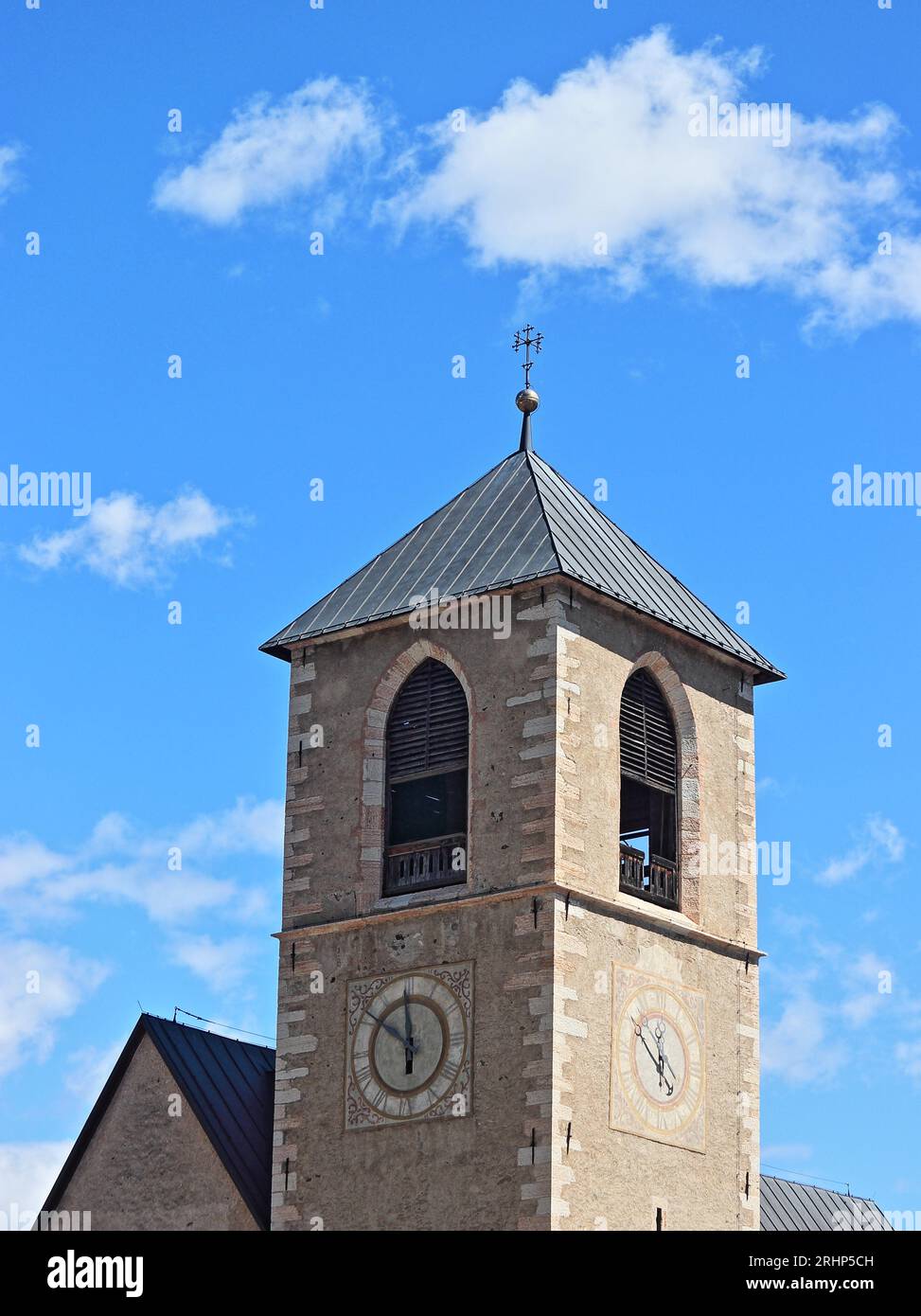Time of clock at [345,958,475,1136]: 5:59
